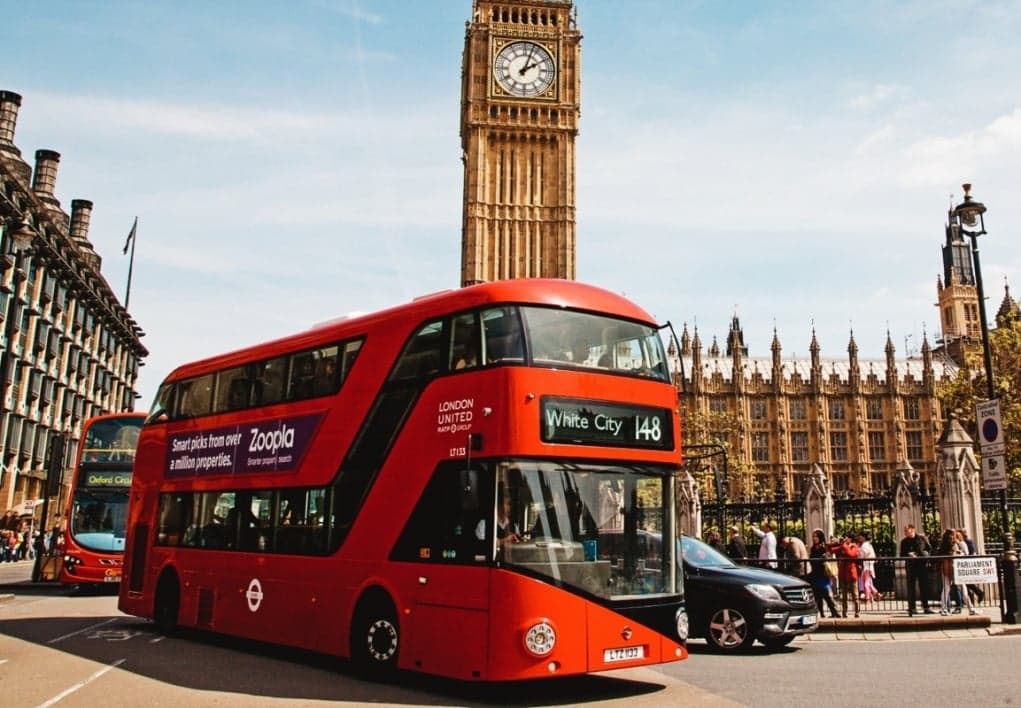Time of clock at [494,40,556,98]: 2:03
